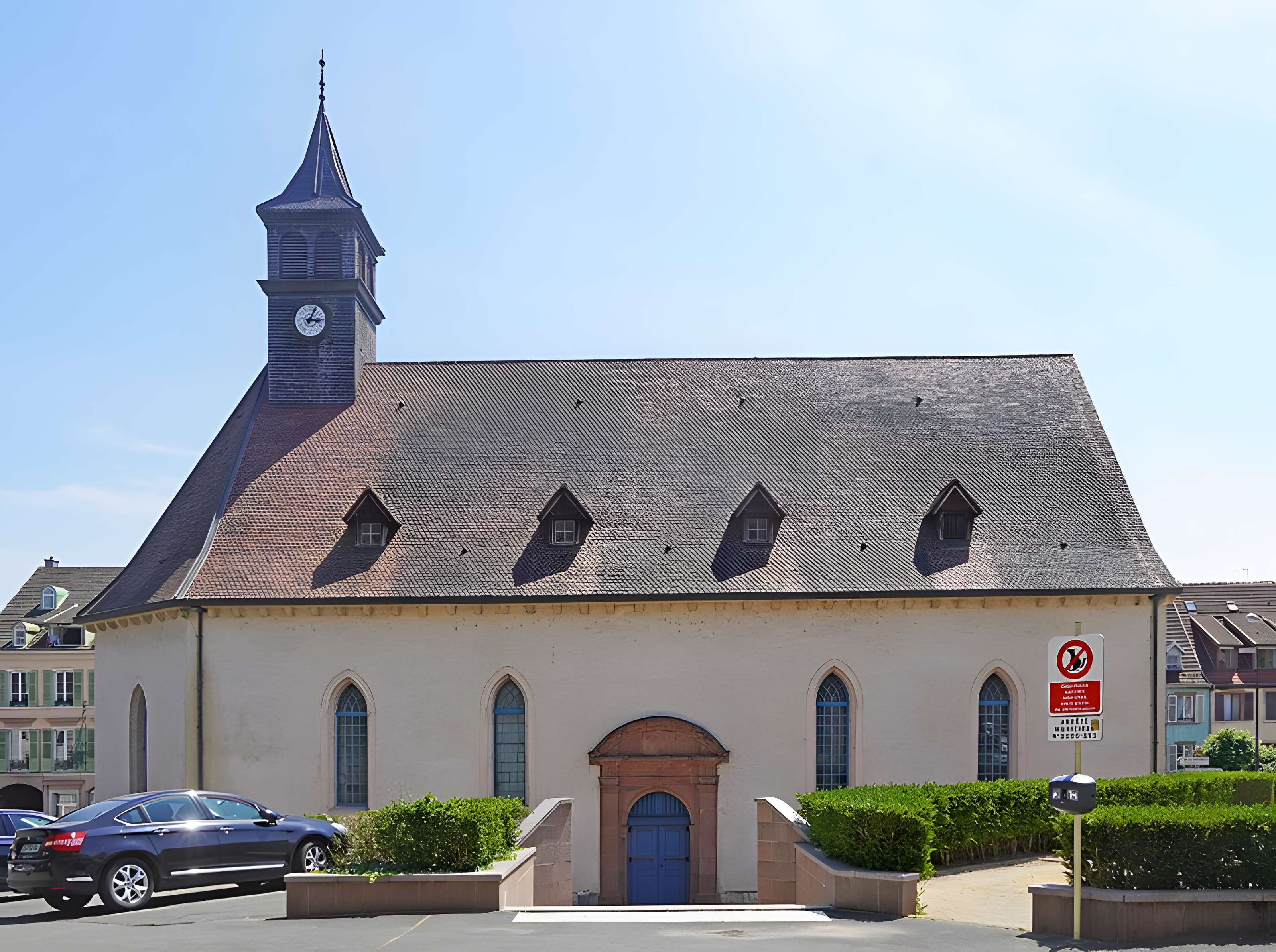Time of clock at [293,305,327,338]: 3:04
